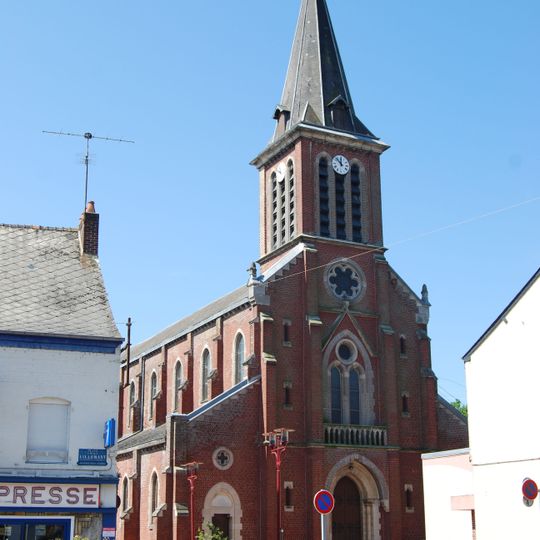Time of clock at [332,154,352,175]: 11:52
